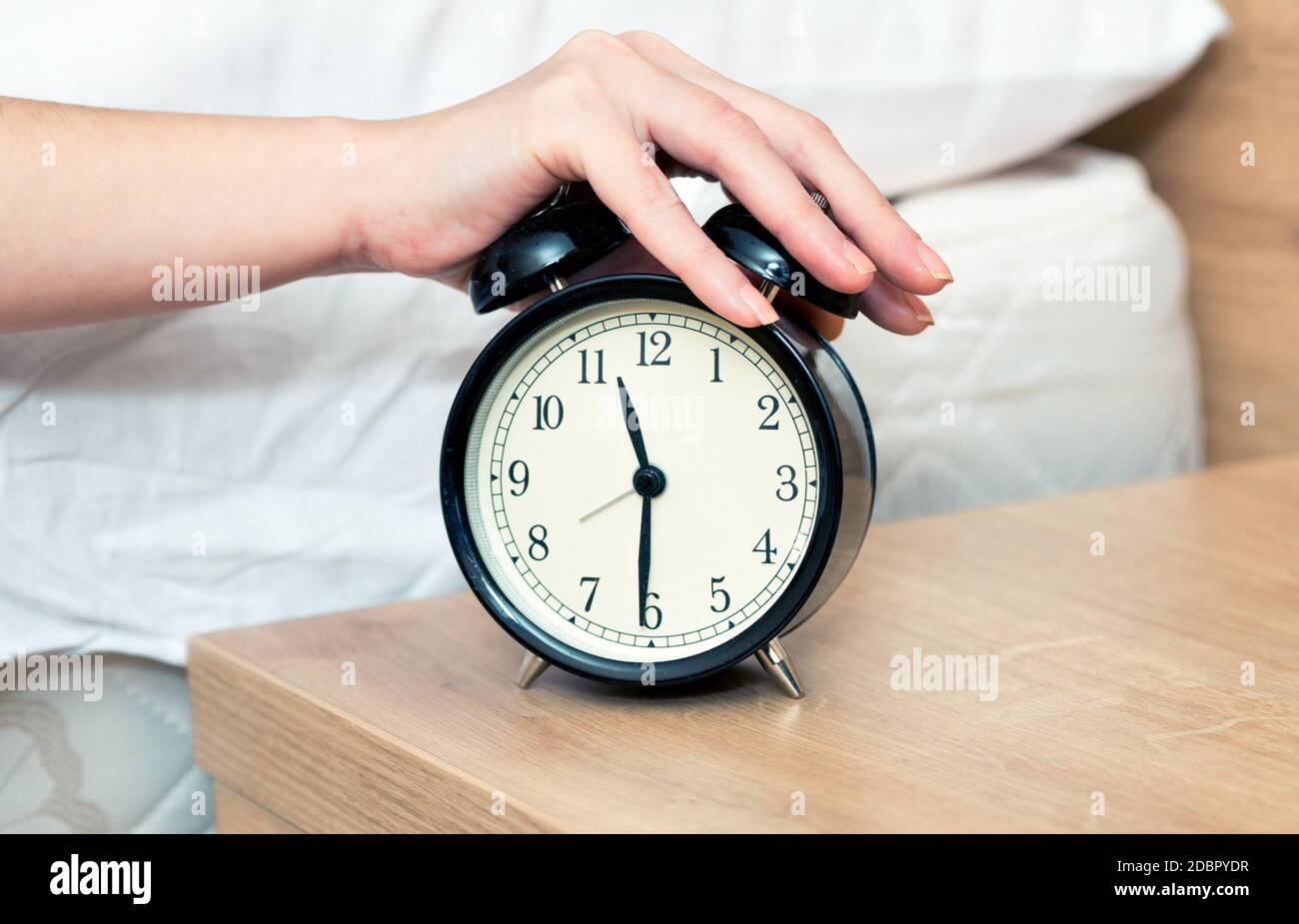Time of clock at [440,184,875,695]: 11:30
